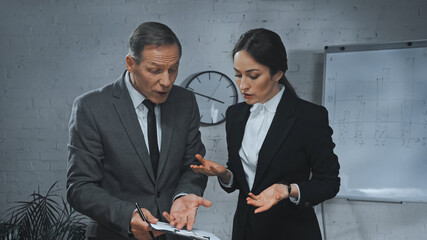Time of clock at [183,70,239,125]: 3:48
